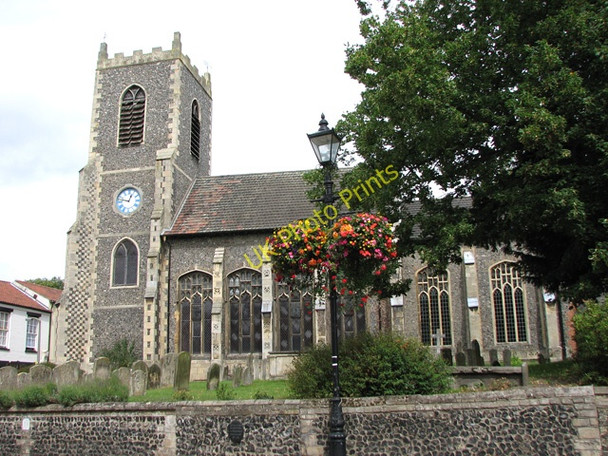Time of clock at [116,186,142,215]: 12:47
